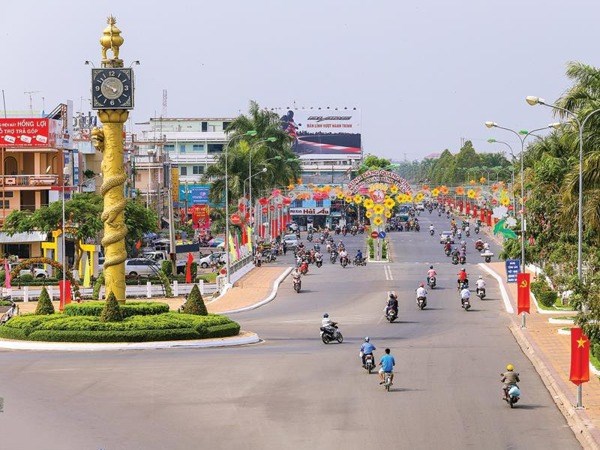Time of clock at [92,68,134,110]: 4:49
